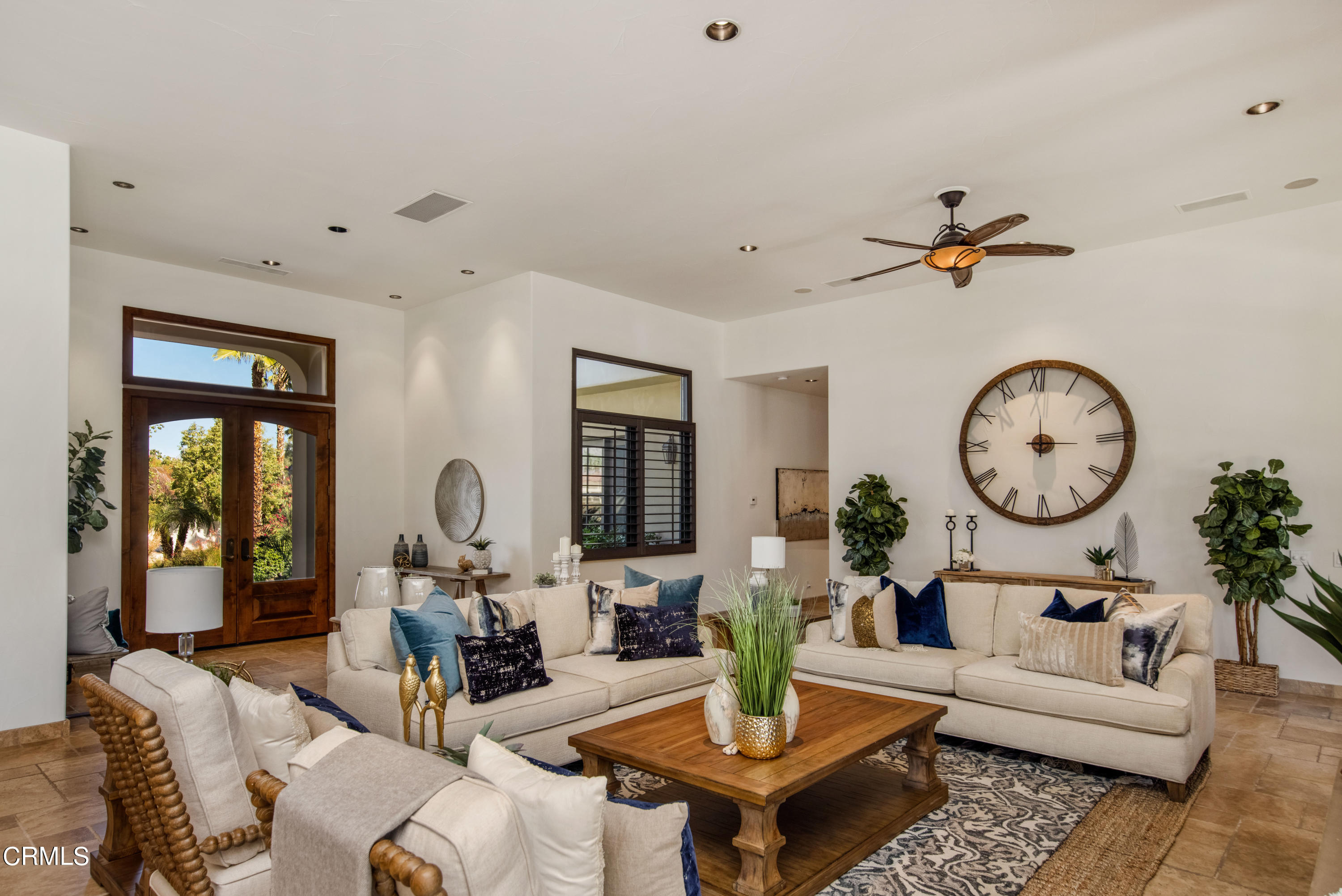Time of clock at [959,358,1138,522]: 3:00
